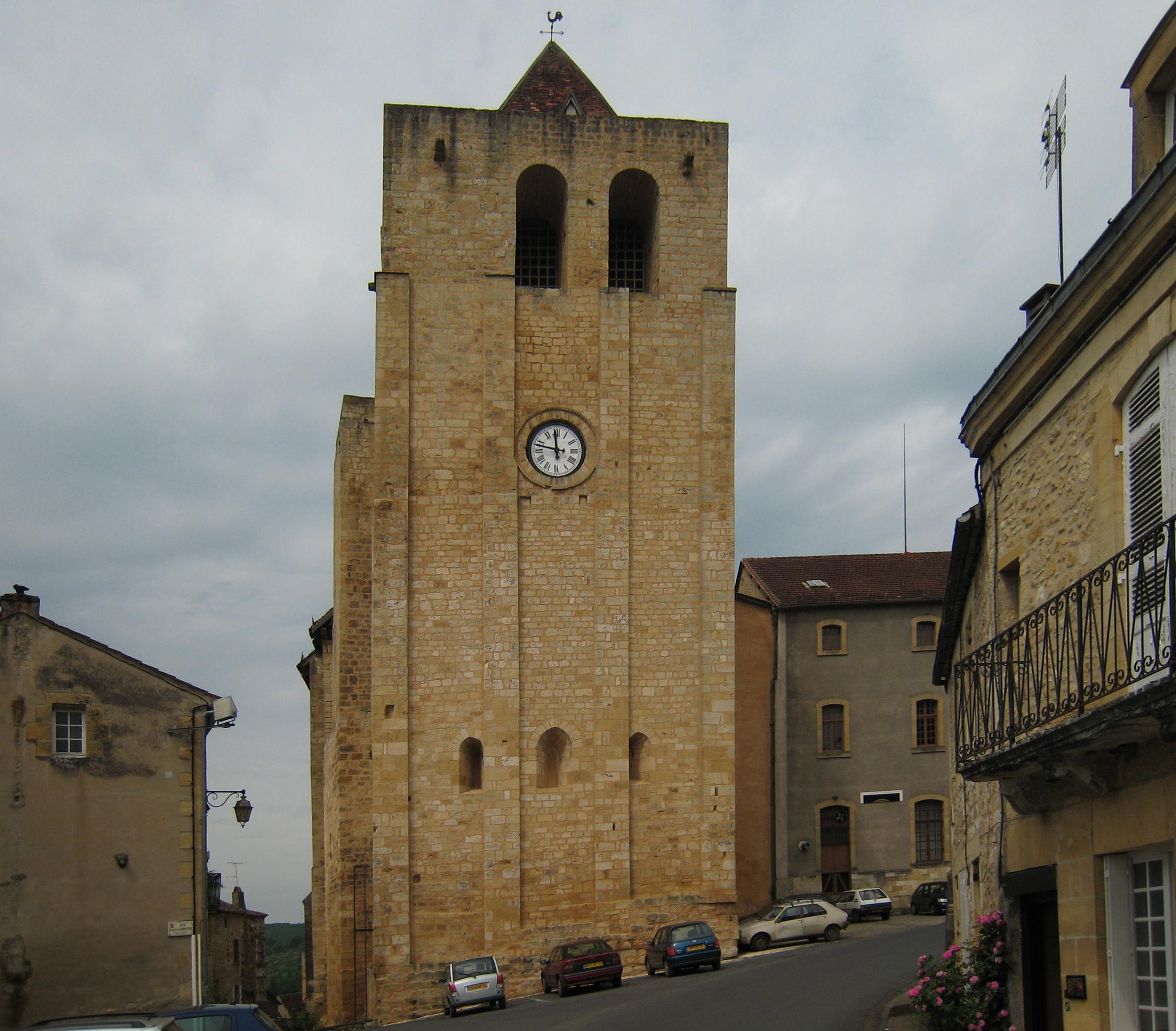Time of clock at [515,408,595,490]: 11:47
